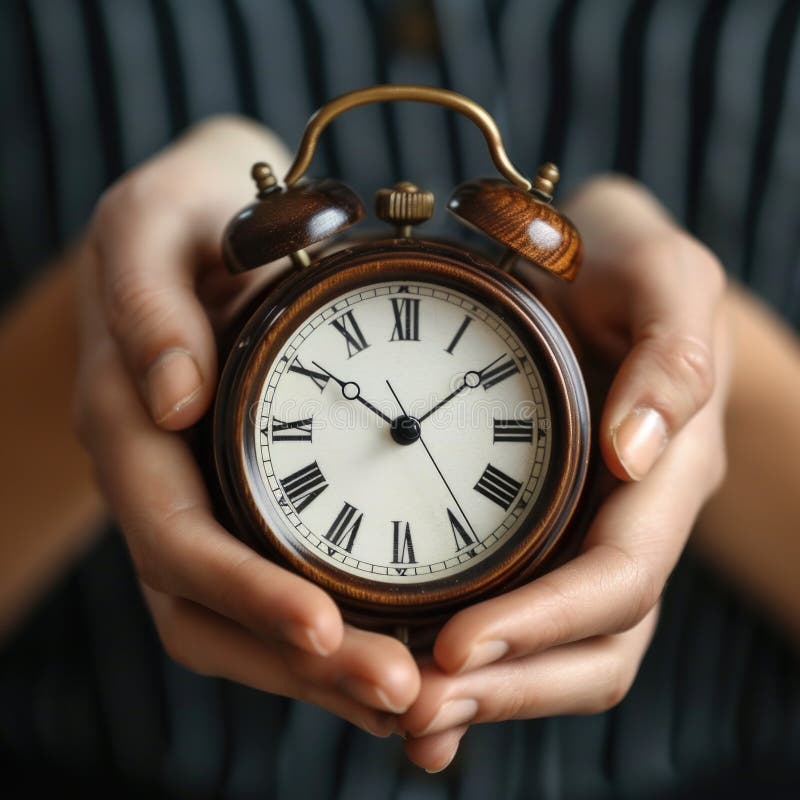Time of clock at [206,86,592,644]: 1:50
